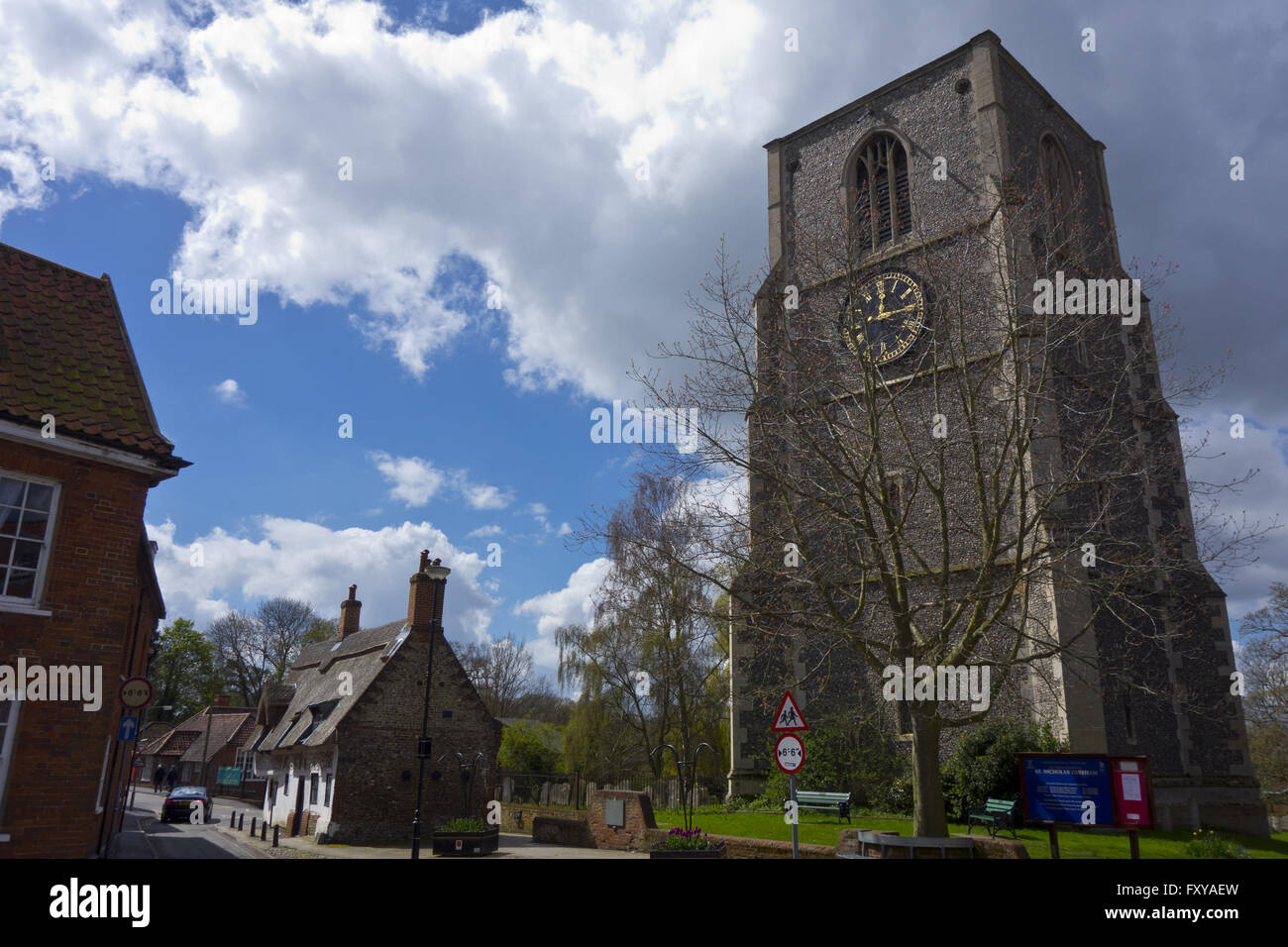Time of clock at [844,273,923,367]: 12:14
